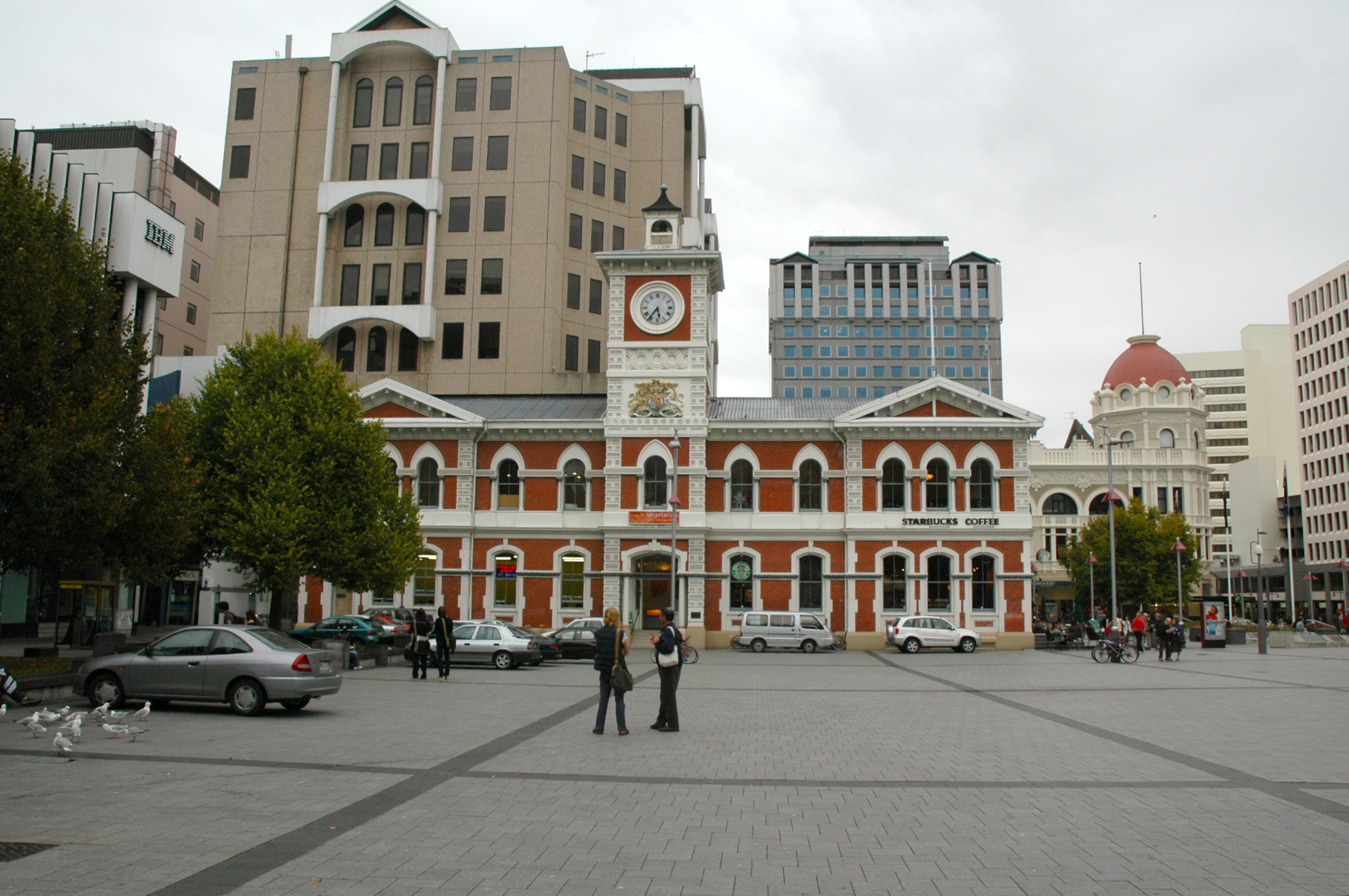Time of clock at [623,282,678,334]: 5:36
